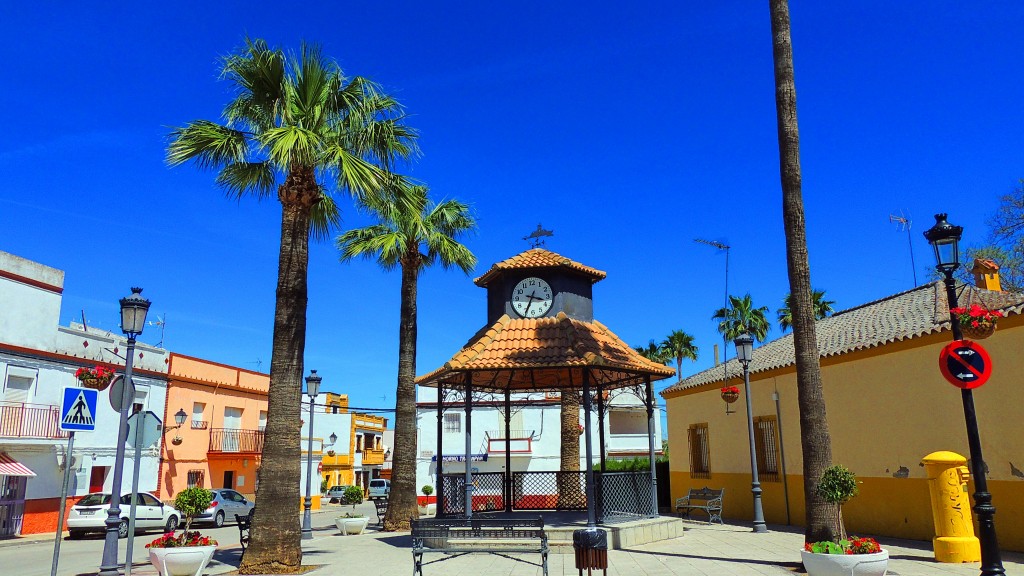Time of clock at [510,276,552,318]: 3:34
